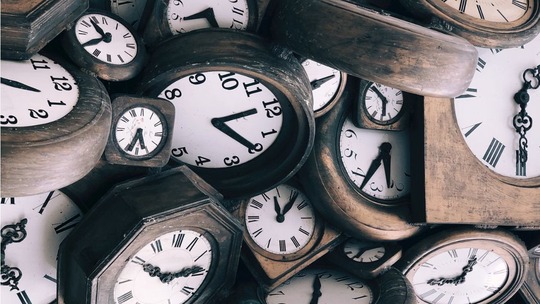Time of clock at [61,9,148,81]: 10:39
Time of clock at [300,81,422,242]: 12:07
